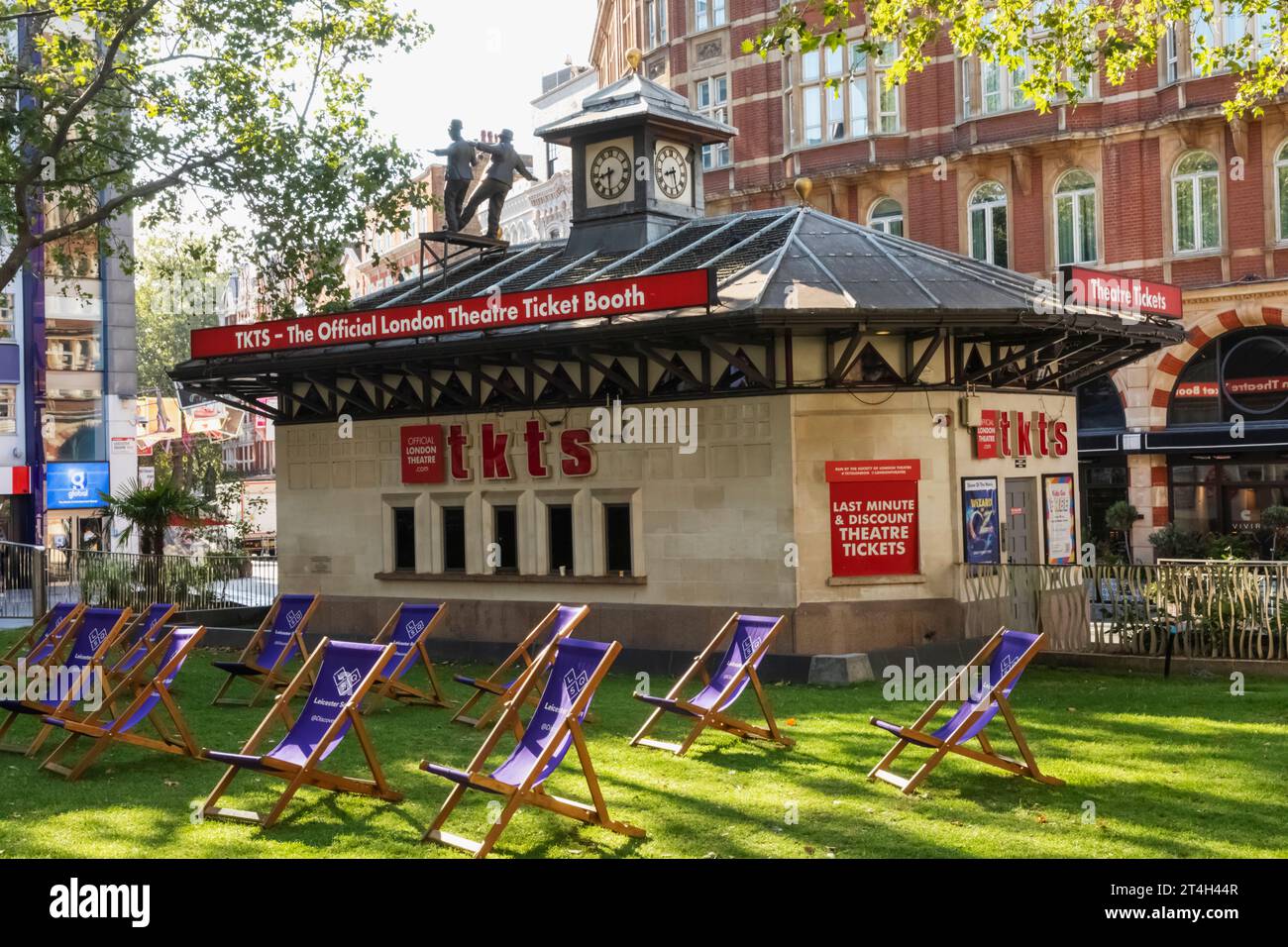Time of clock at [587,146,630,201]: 8:30
